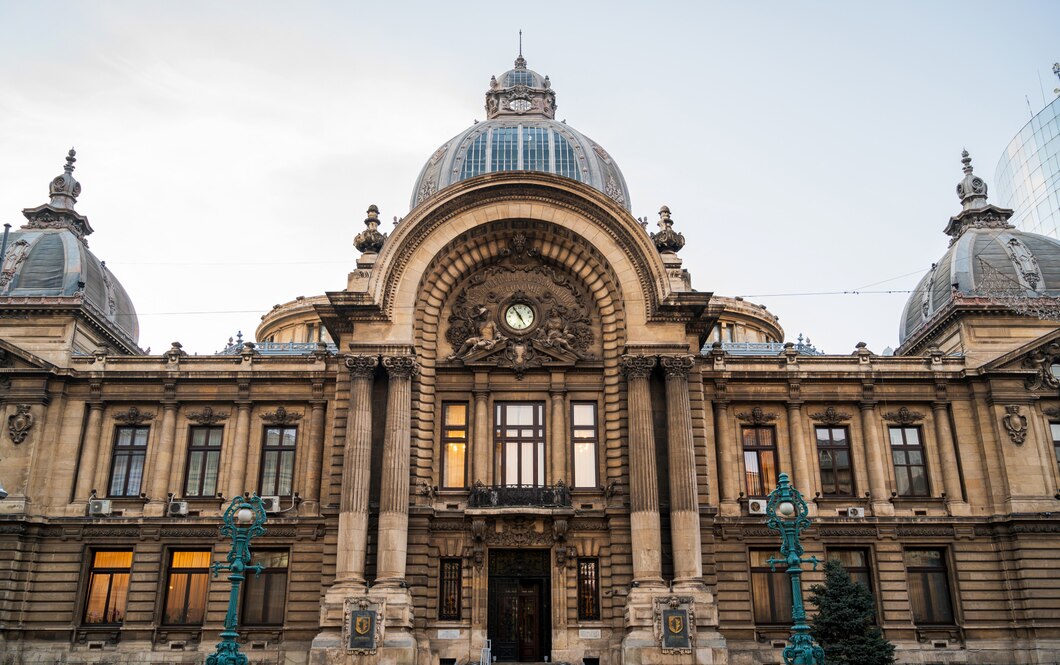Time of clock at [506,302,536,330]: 4:54
